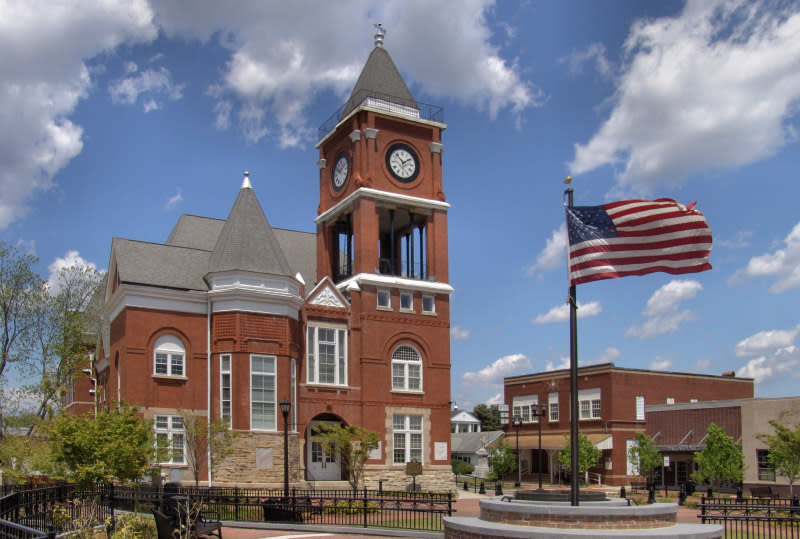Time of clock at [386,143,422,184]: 1:52
